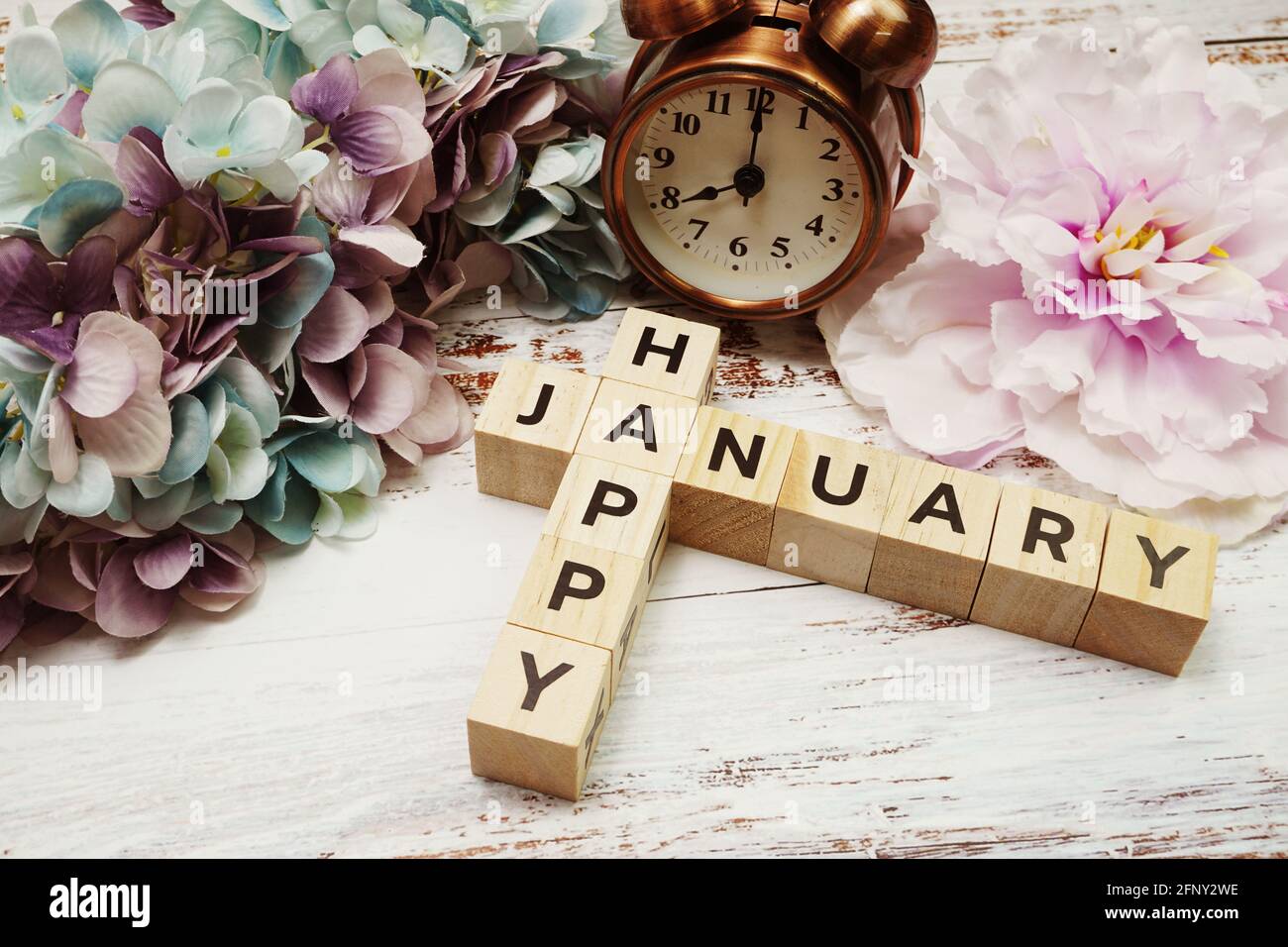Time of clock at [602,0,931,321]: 8:00
